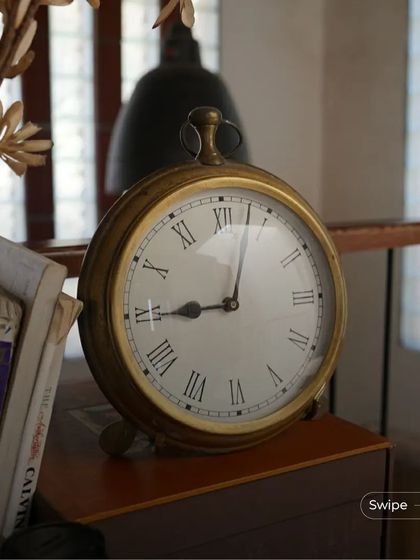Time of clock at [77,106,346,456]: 9:02
